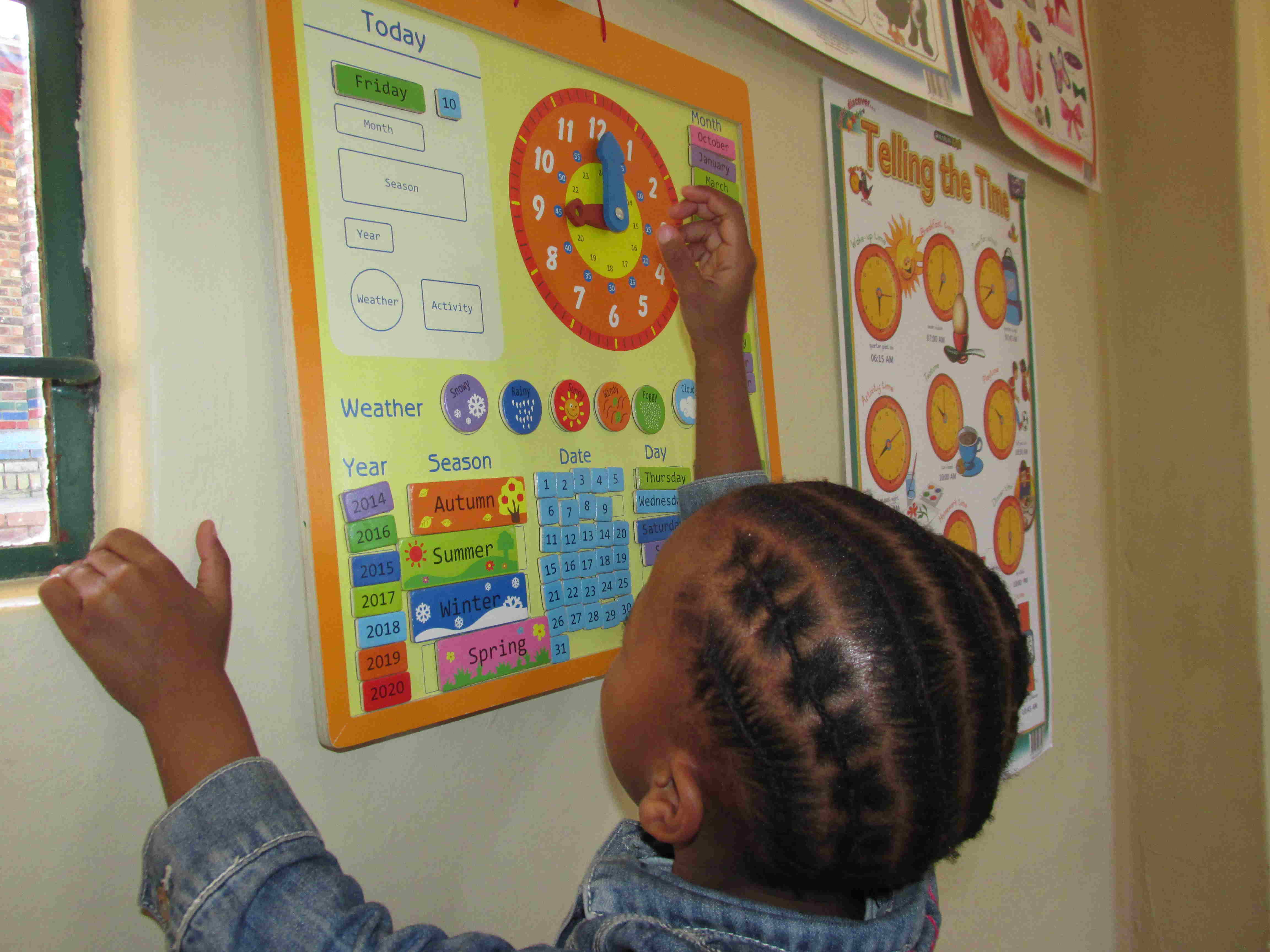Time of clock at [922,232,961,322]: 7:00
